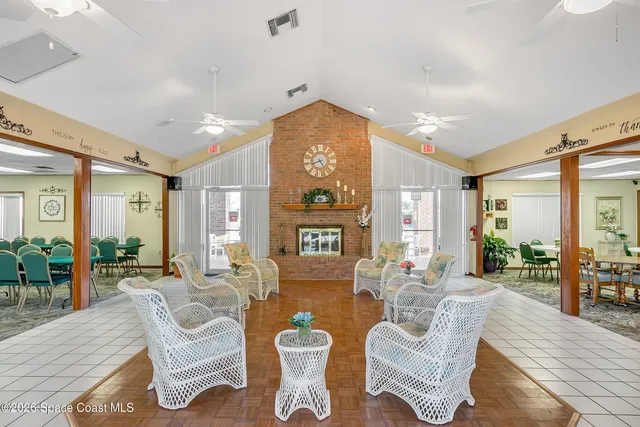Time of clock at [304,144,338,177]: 4:41
